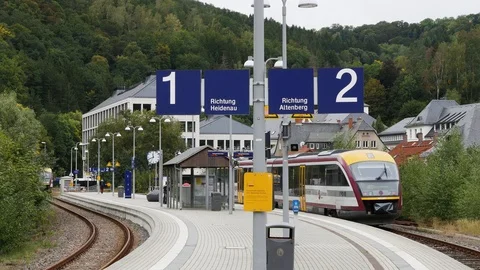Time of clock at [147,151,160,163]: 11:41
